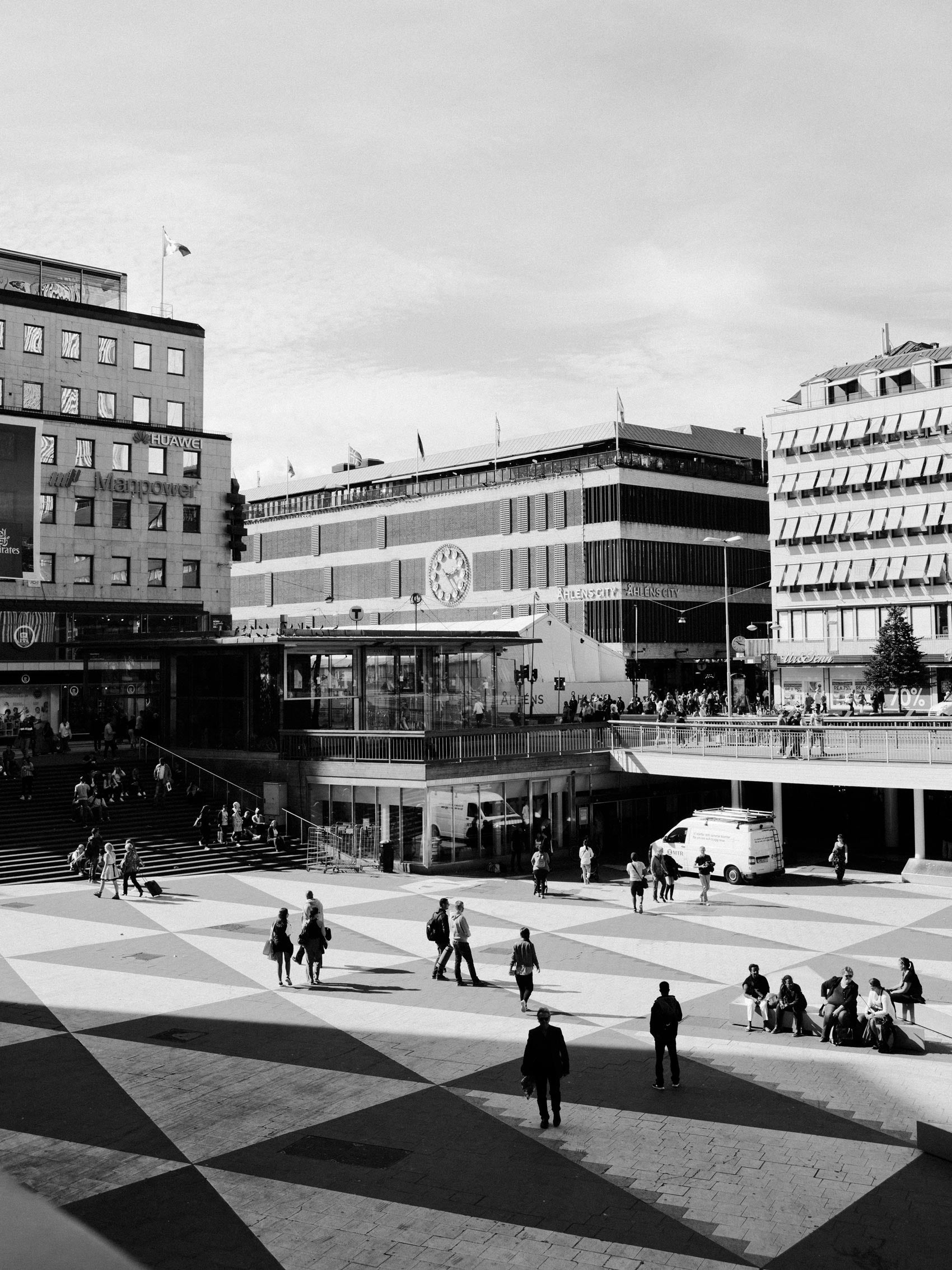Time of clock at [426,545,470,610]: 2:23
